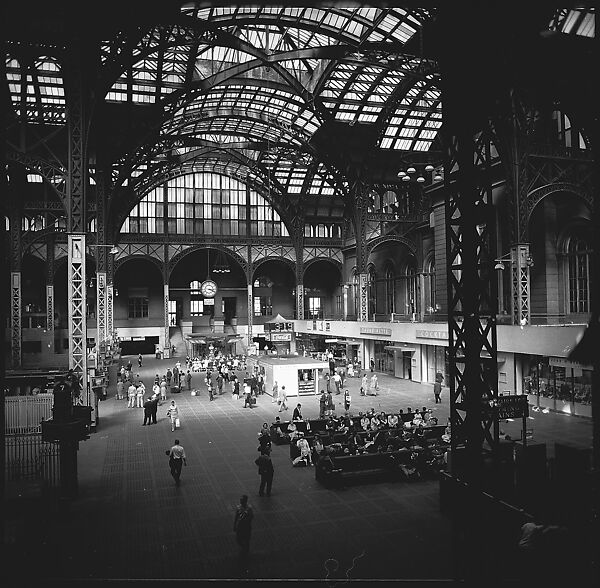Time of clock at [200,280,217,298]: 3:19
